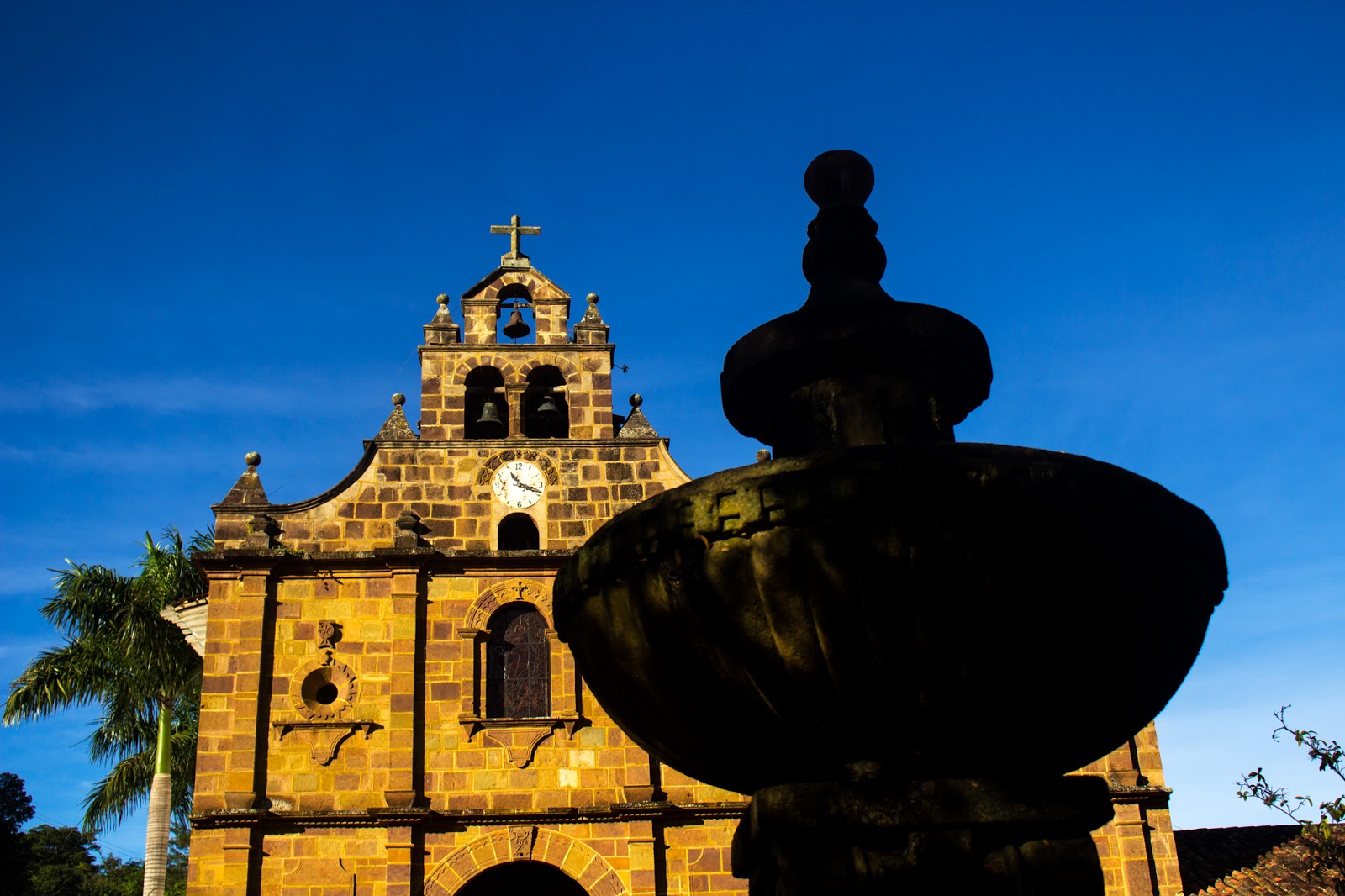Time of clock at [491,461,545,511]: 11:18
